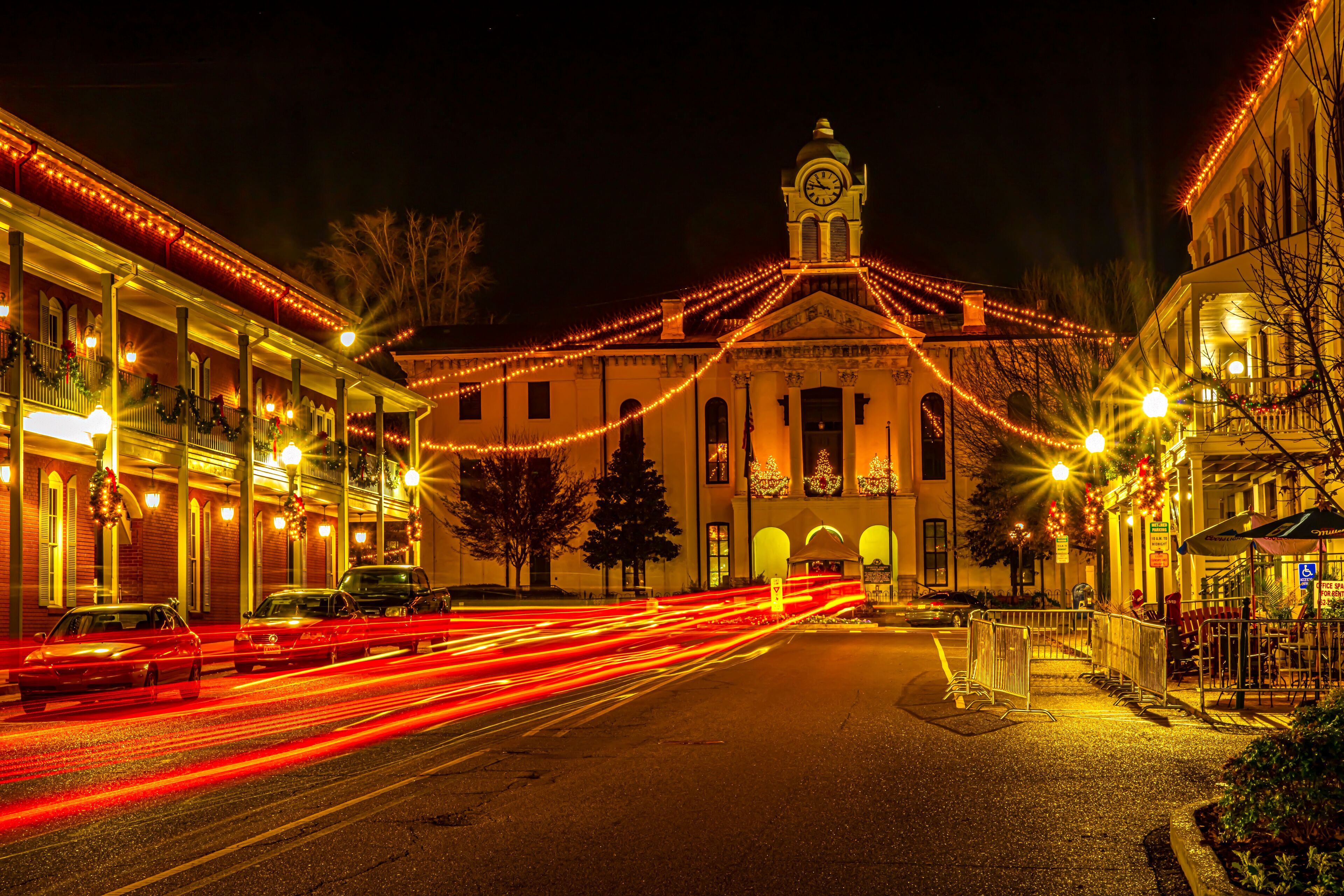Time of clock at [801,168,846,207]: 10:47
